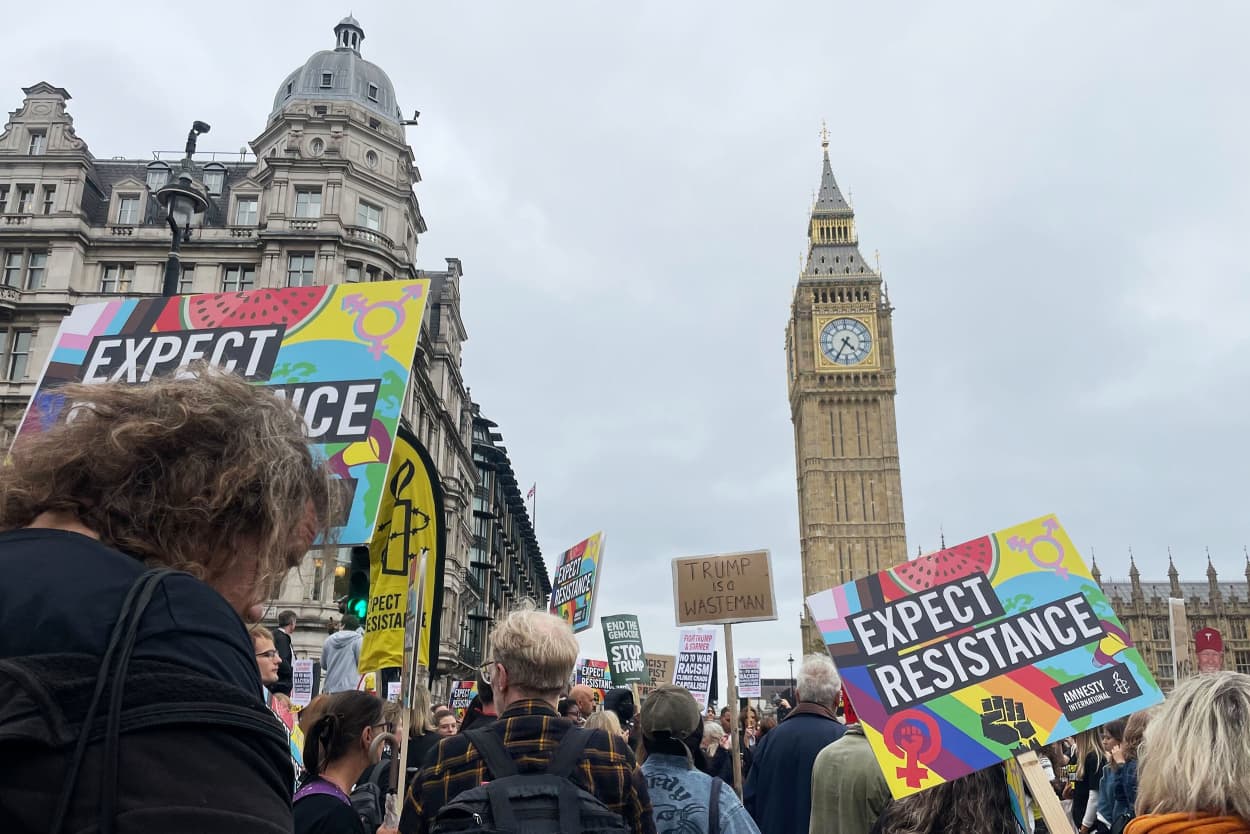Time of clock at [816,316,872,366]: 4:35
